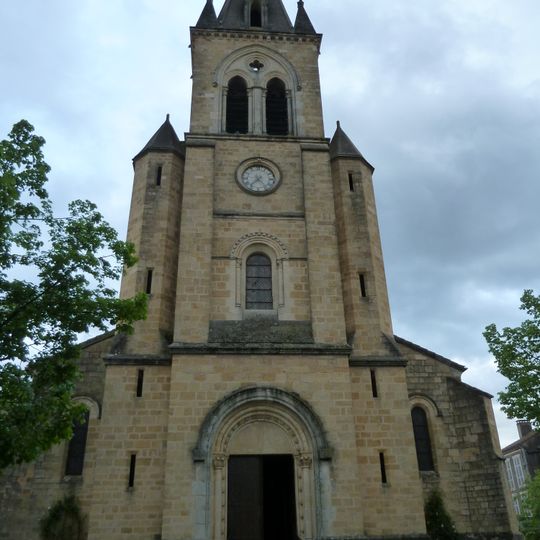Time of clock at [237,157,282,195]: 7:23
